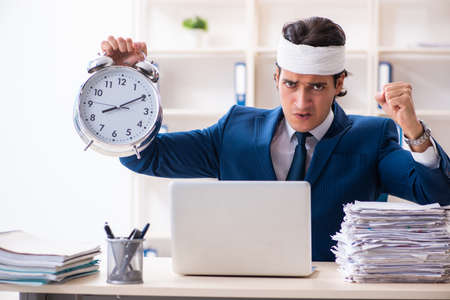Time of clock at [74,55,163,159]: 8:09
